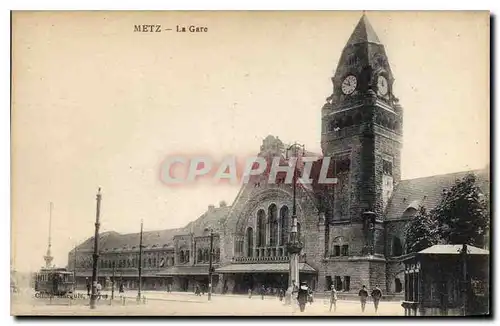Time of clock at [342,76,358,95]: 11:48
